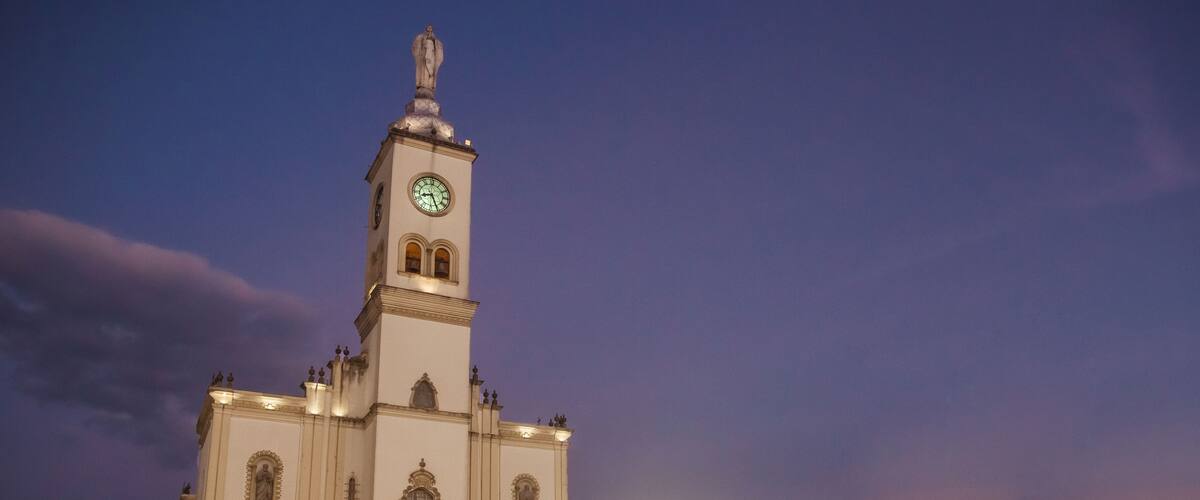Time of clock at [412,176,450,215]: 8:26
